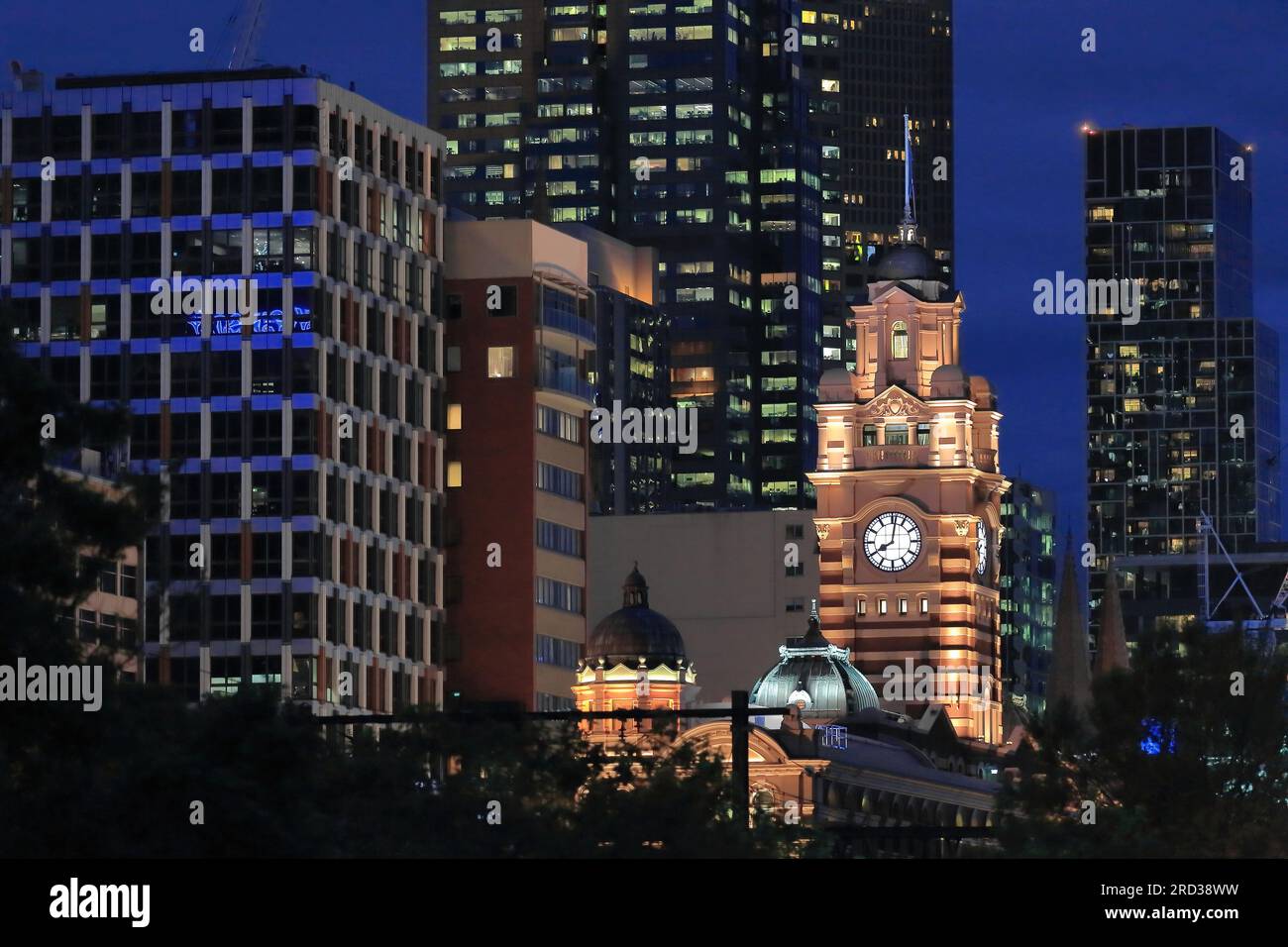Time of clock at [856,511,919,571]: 8:01
